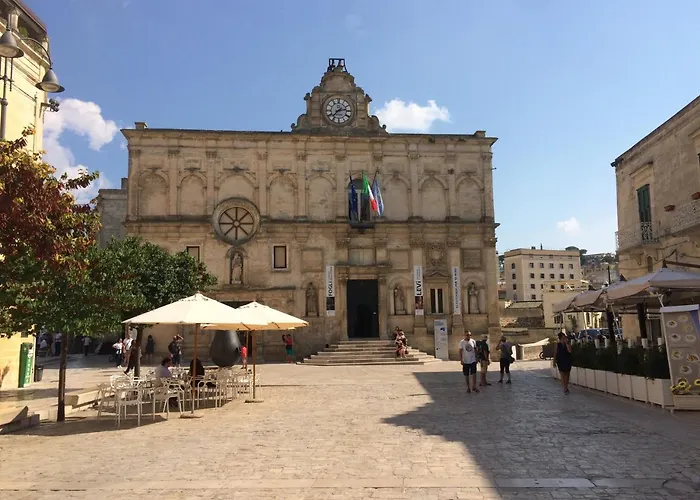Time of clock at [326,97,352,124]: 2:37
